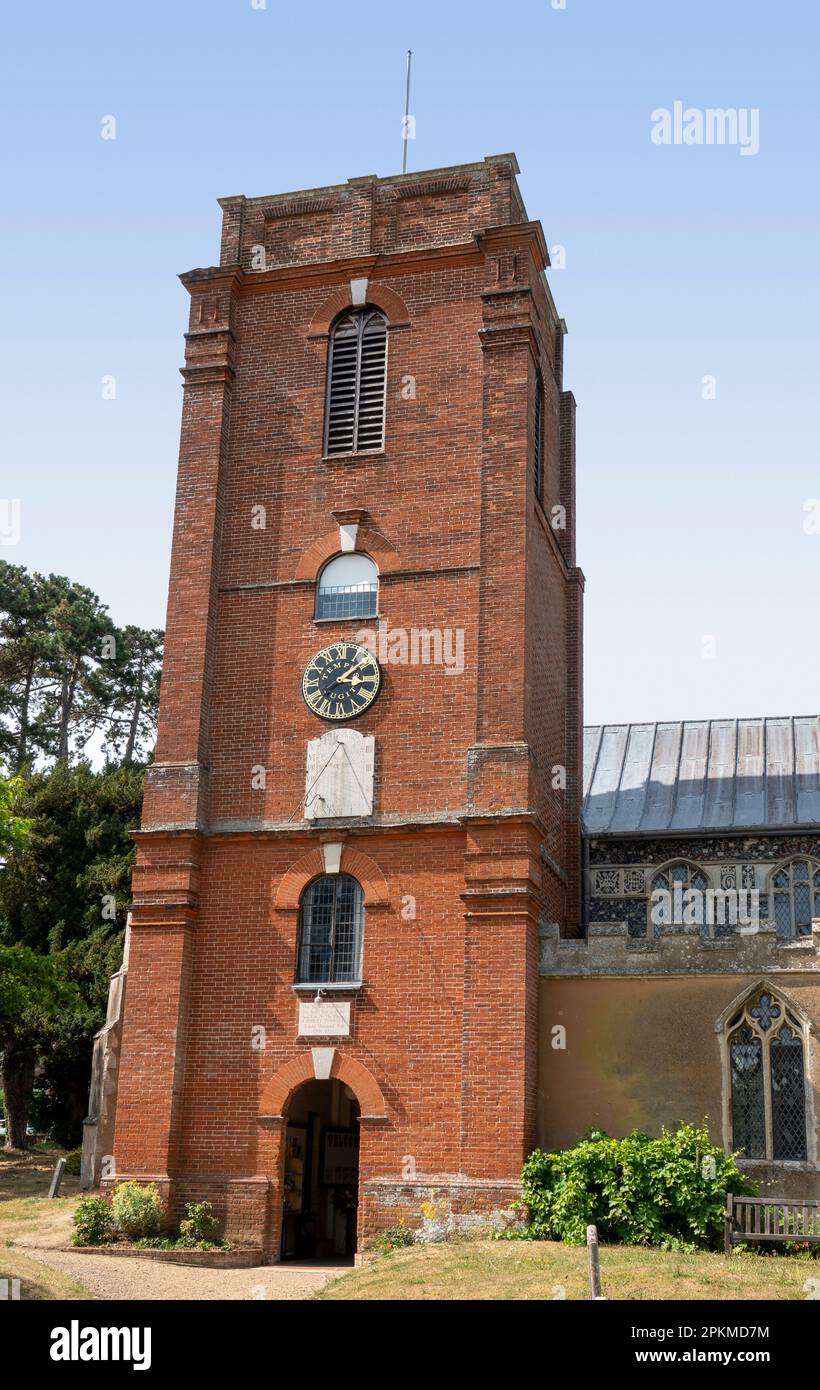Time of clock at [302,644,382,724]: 3:08
